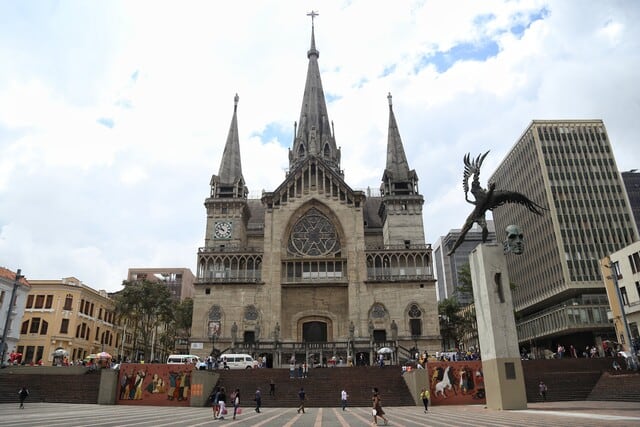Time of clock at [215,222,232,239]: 10:48
